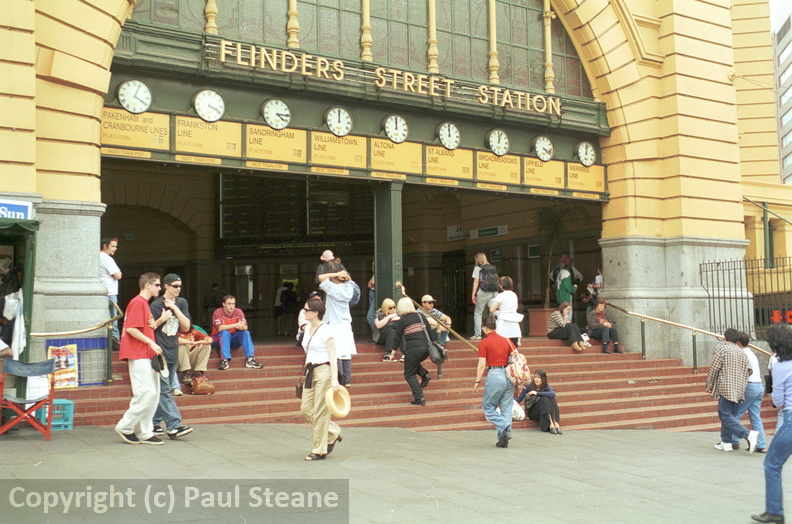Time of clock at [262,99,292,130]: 4:15
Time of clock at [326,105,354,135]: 12:00
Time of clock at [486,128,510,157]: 12:03
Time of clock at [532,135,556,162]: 4:17
